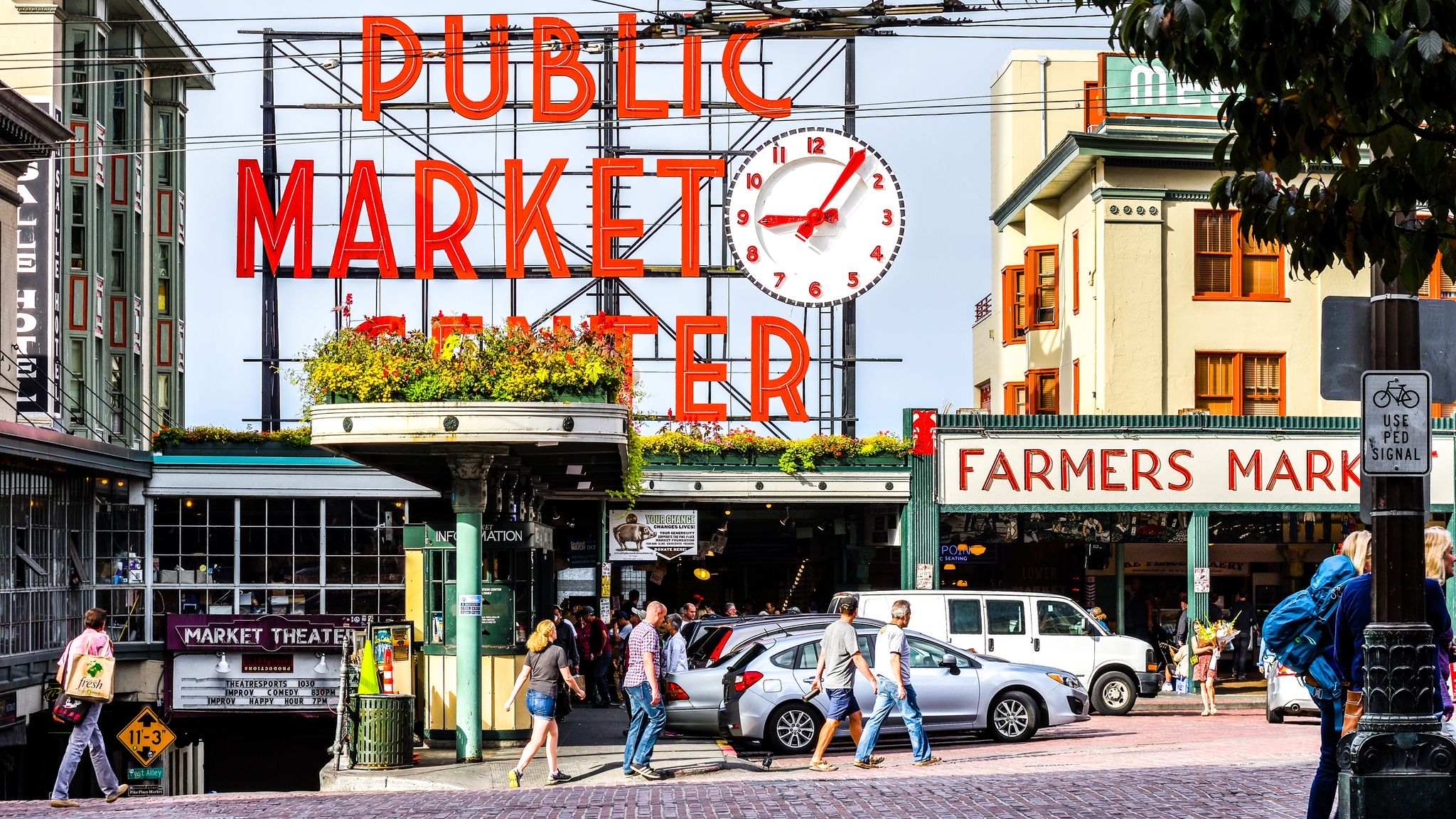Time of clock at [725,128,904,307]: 9:06
